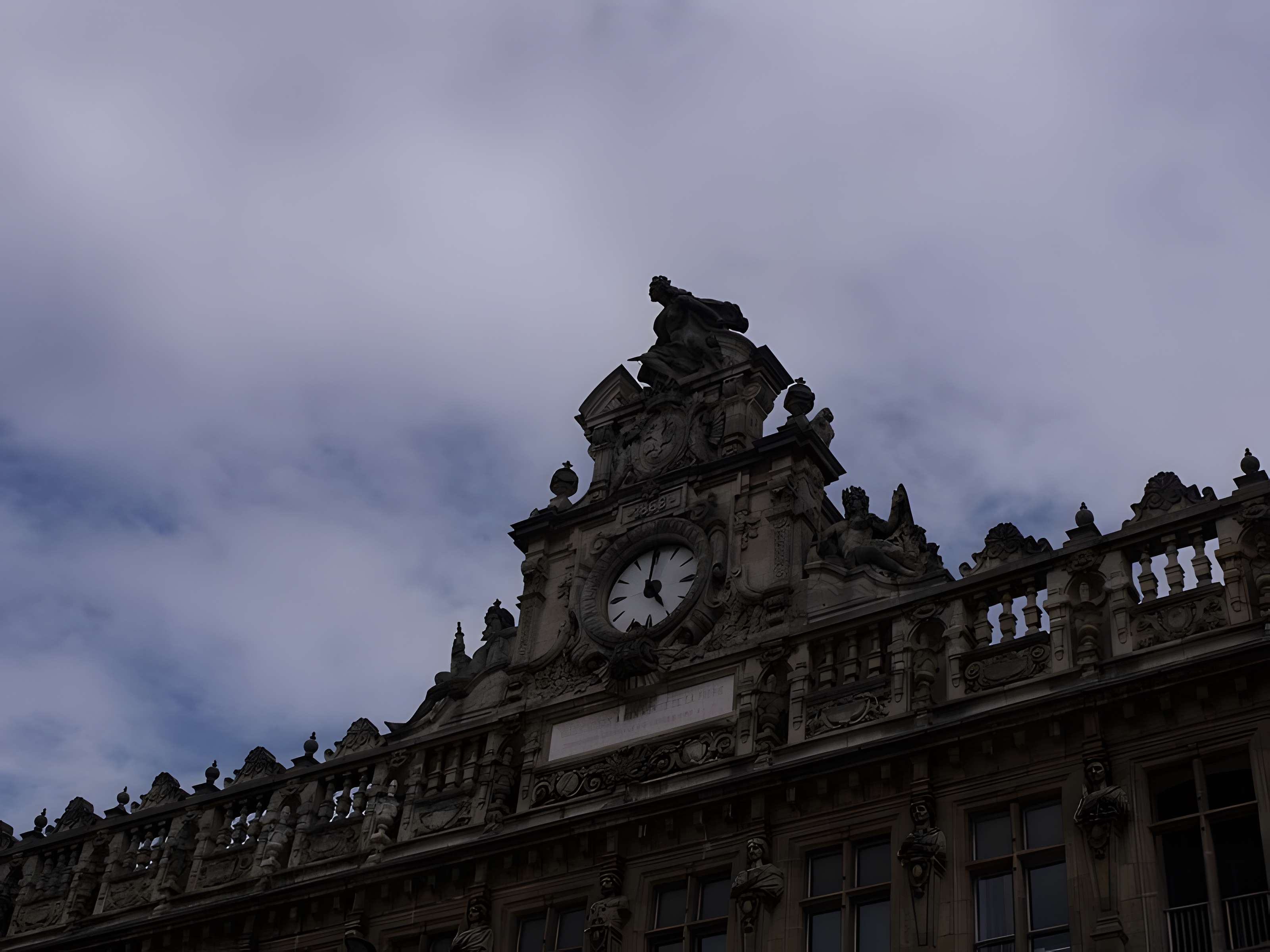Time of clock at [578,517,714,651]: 5:00
